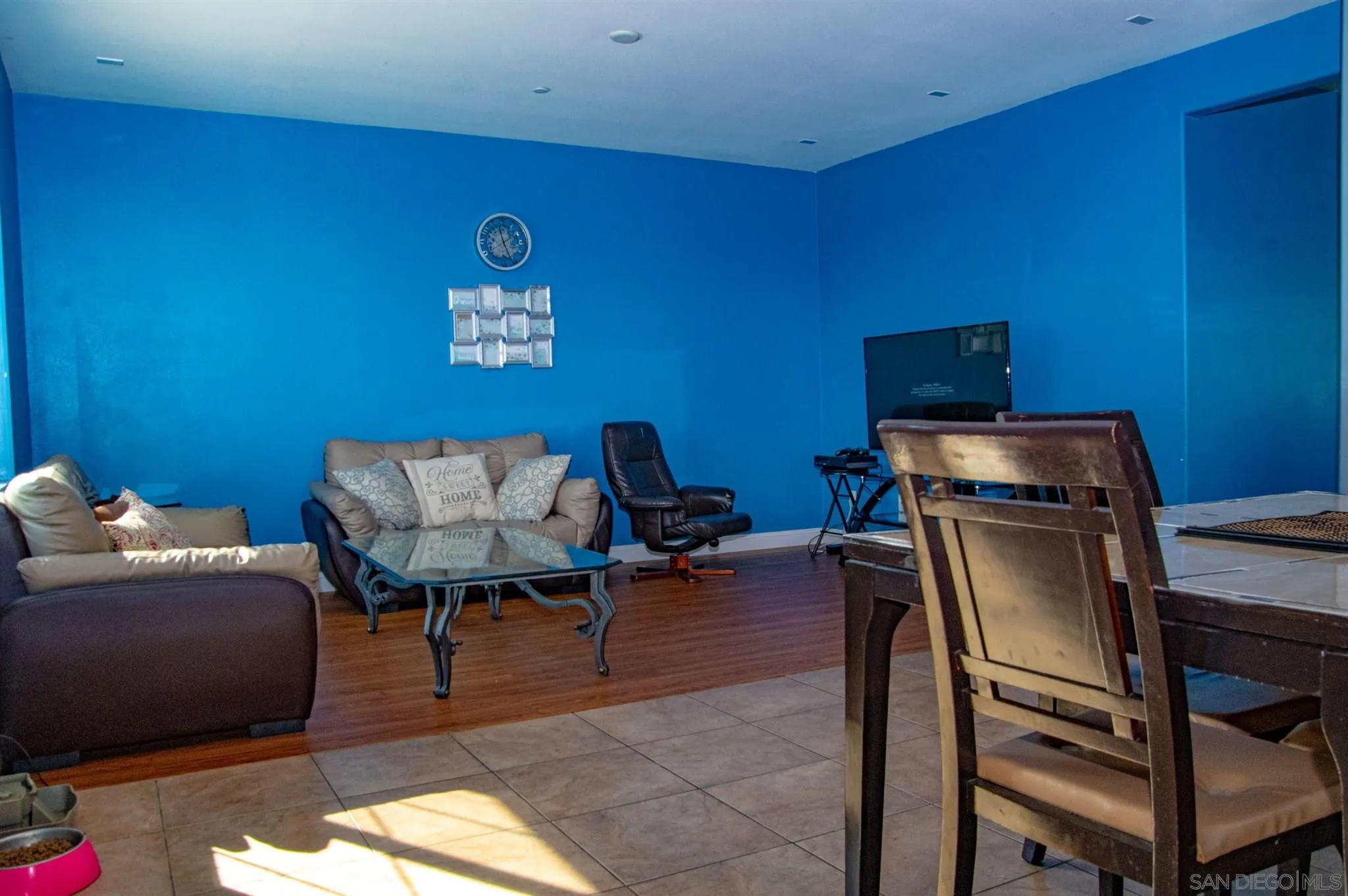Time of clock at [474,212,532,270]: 11:26
